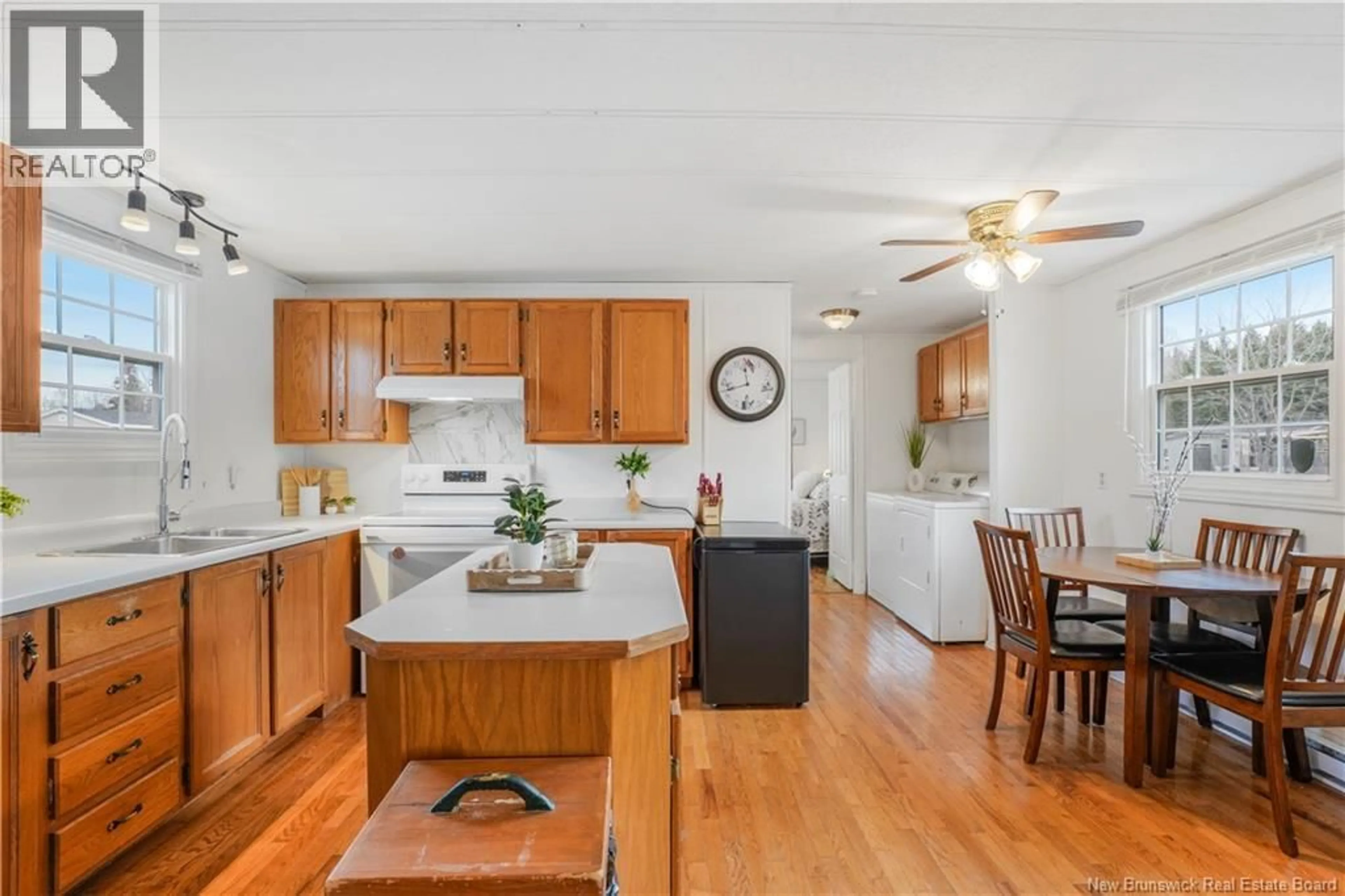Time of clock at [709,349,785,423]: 11:42
